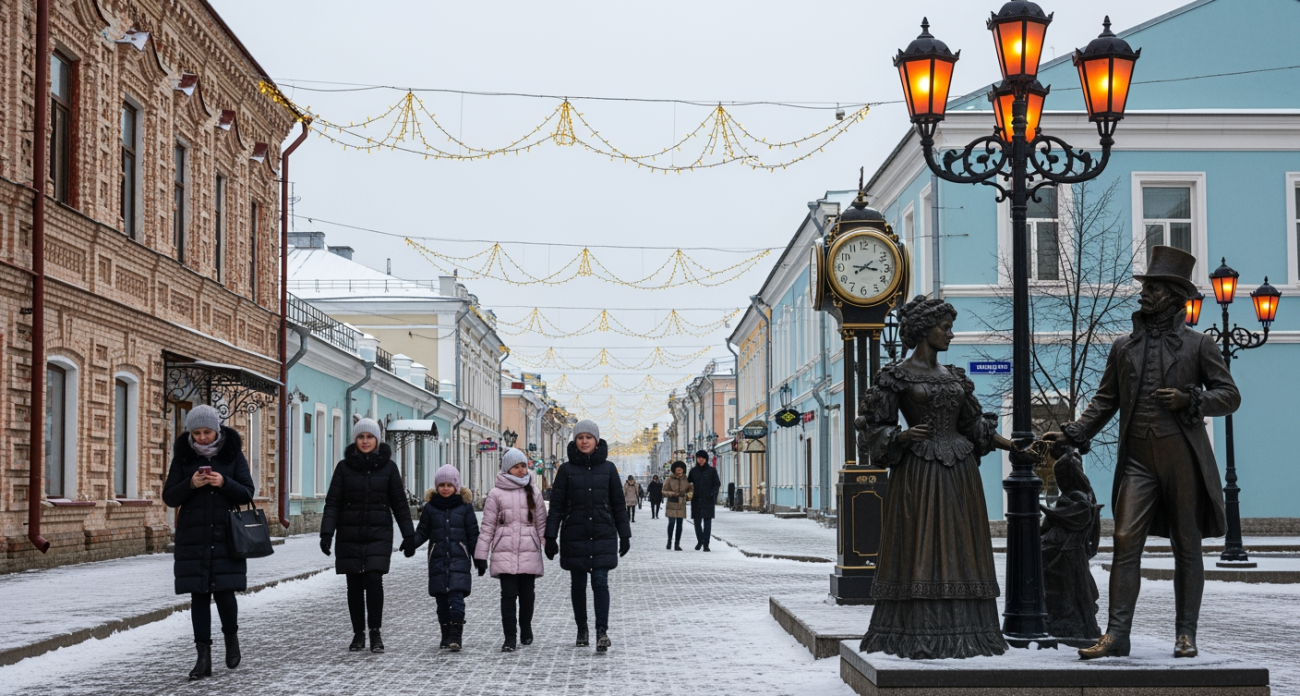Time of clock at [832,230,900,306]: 3:09
